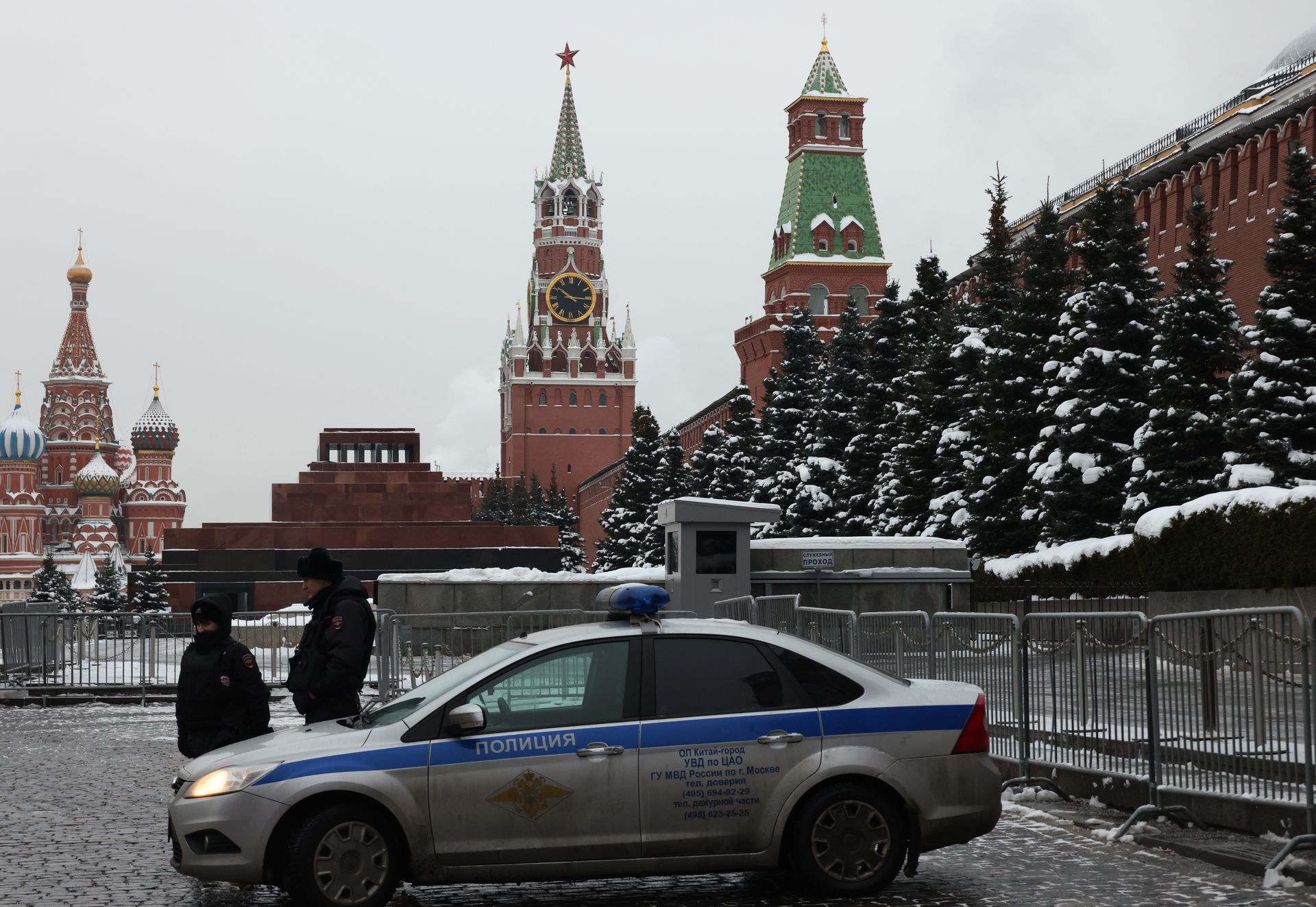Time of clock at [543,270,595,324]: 10:15
